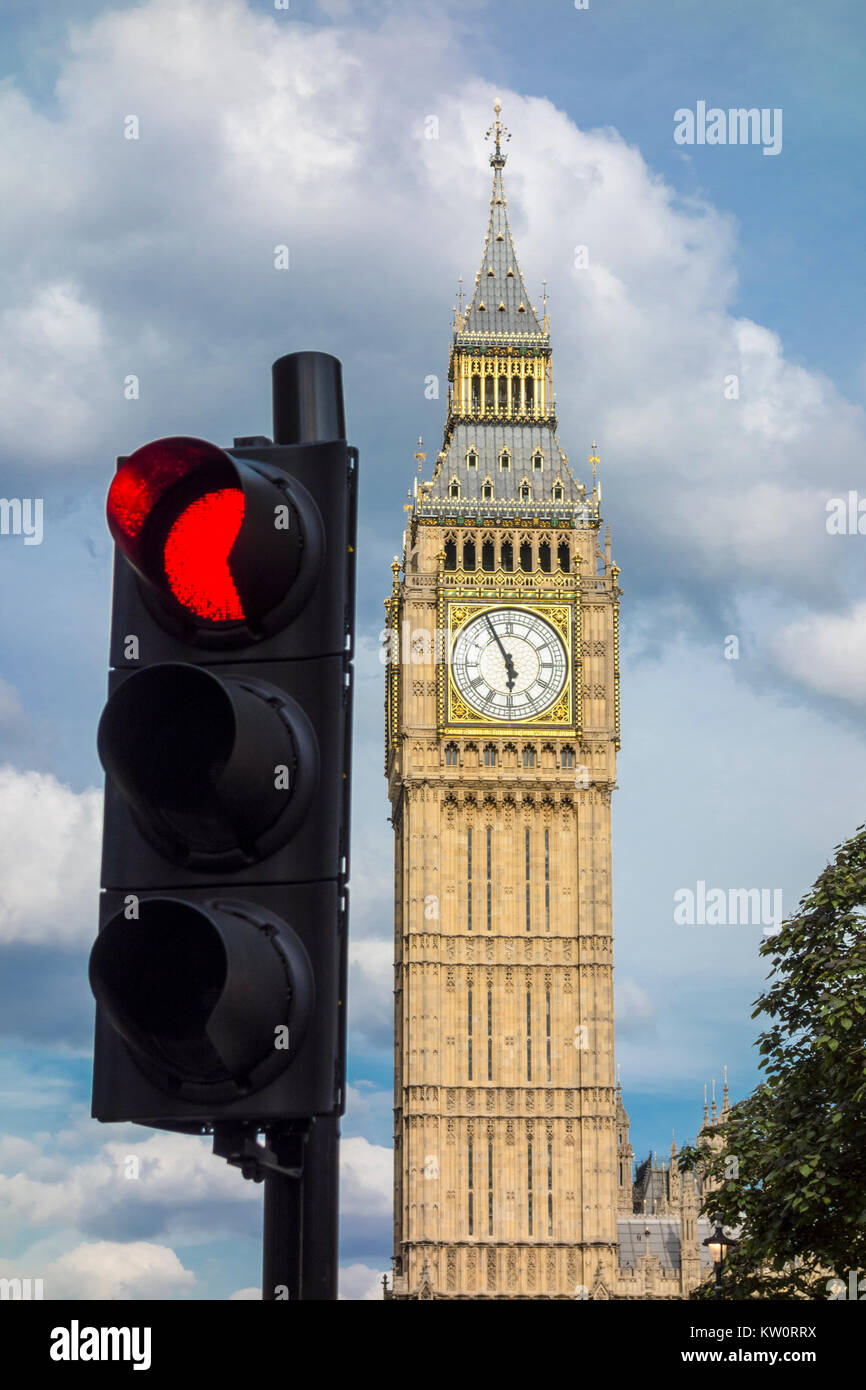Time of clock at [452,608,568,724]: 5:55
